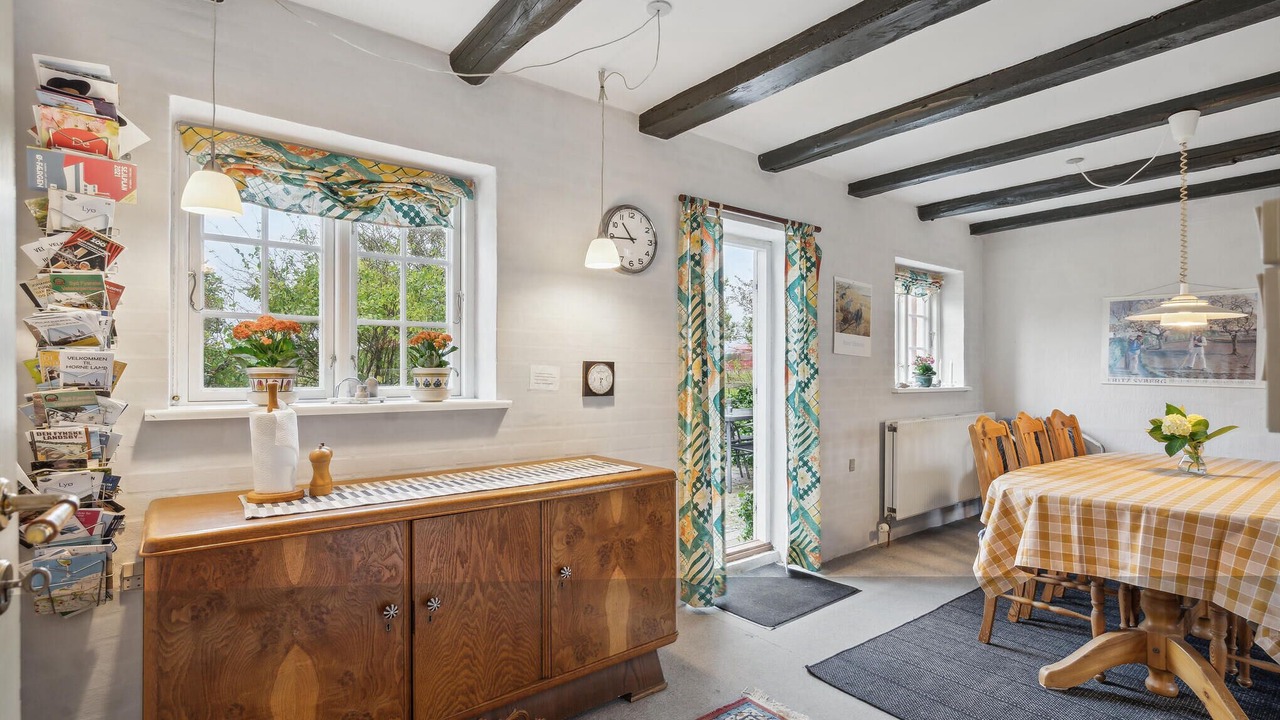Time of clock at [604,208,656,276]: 10:43
